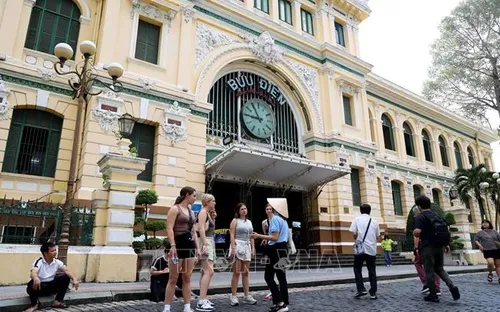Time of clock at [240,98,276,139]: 10:45
